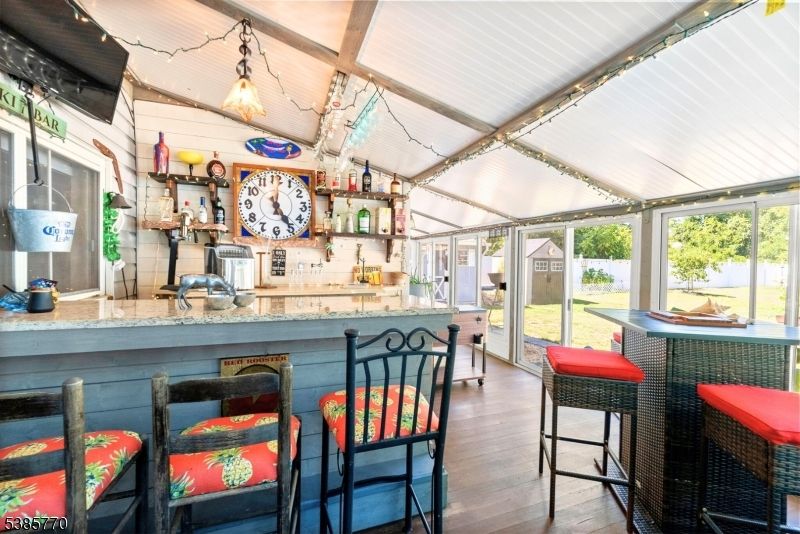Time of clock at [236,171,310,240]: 5:00
